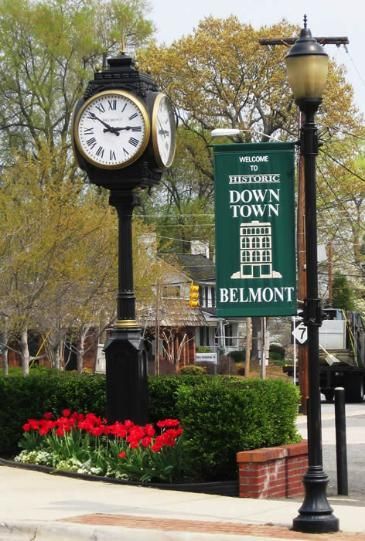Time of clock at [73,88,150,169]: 2:51
